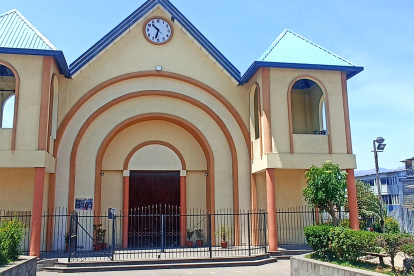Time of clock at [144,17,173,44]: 10:32
